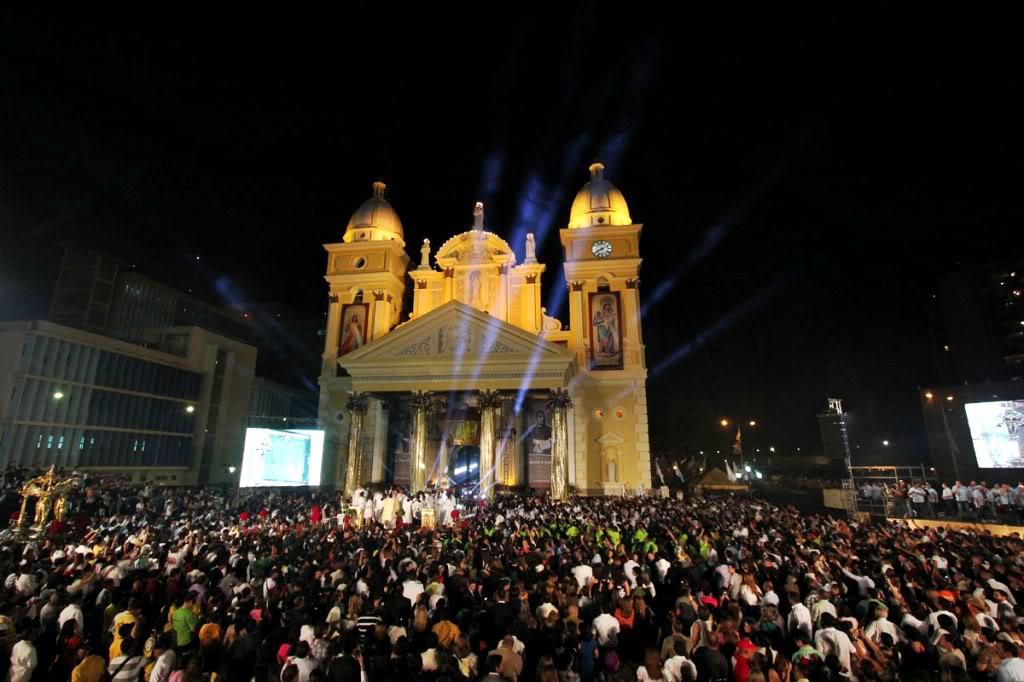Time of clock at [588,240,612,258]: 8:11
